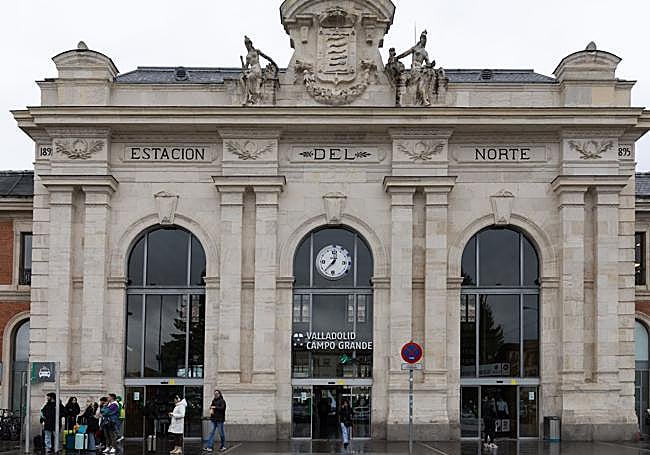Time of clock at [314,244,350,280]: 12:37
